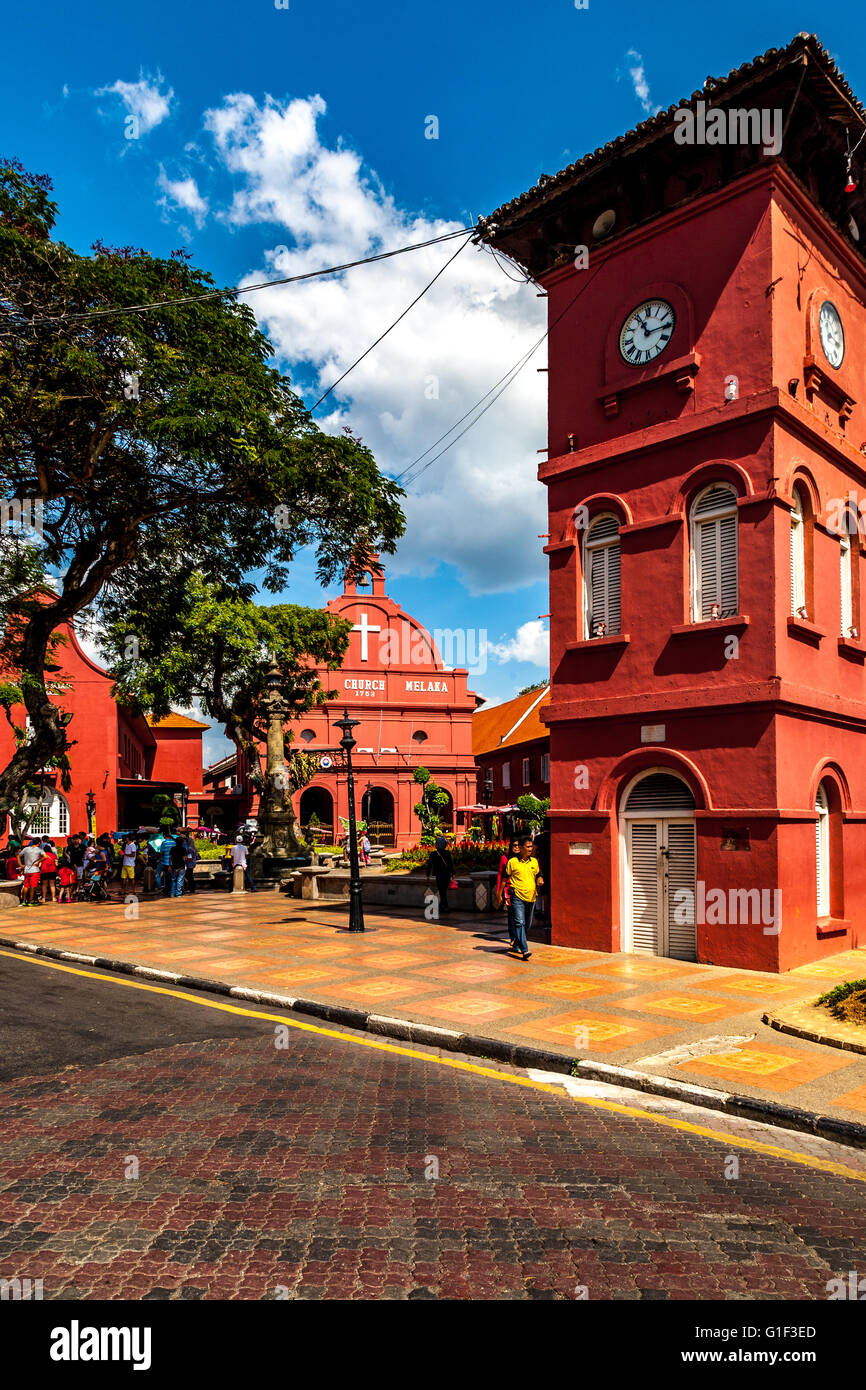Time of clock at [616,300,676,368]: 11:14
